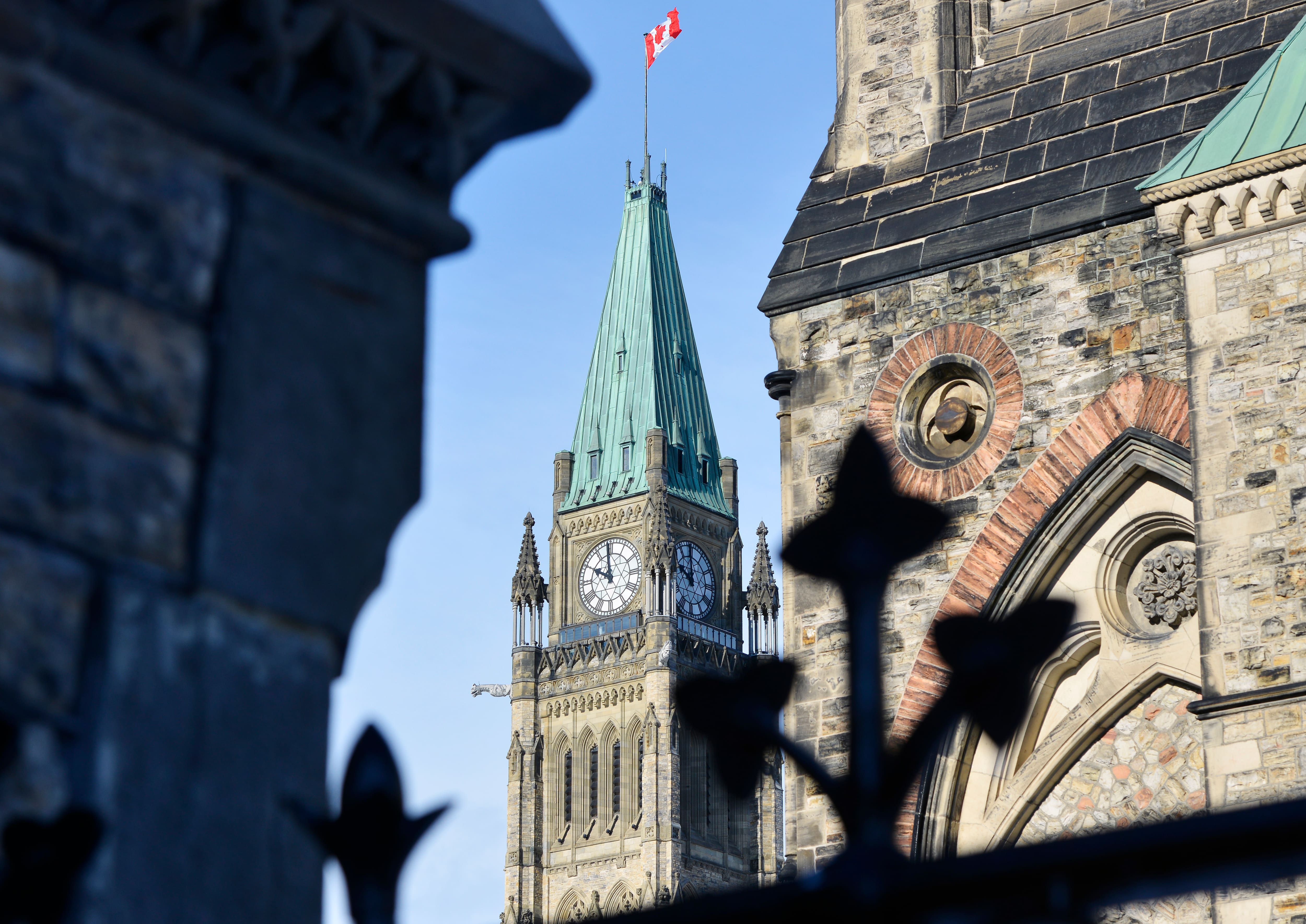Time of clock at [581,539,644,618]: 9:58
